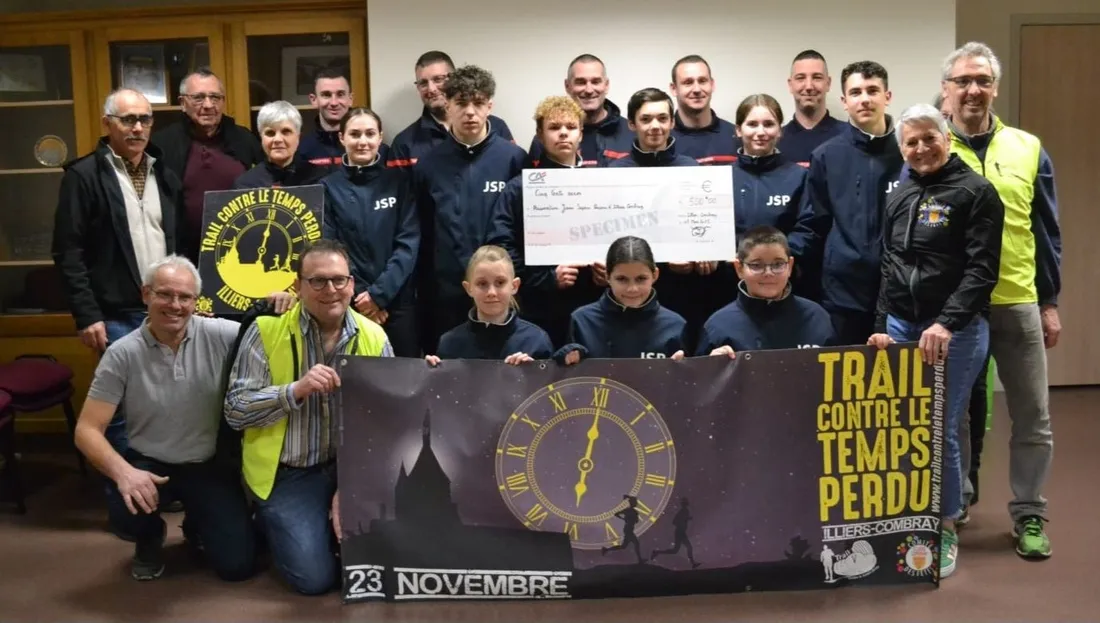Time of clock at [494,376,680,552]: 6:00
